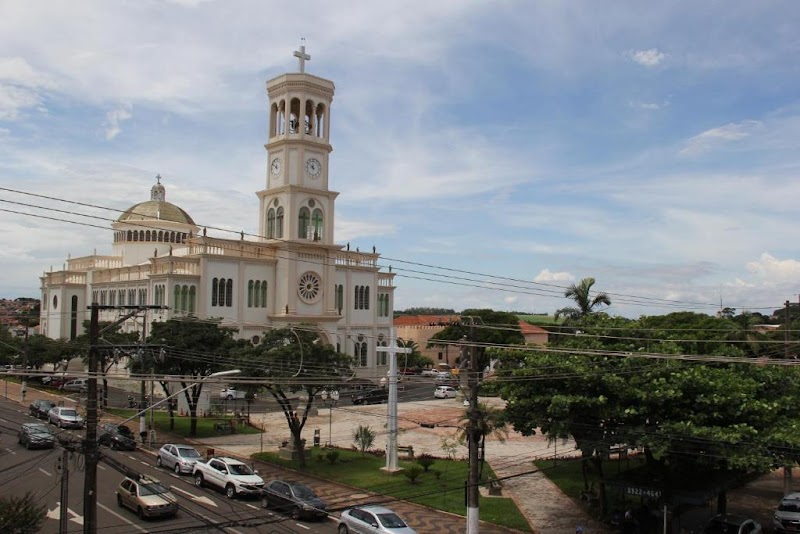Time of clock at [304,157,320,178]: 11:51
